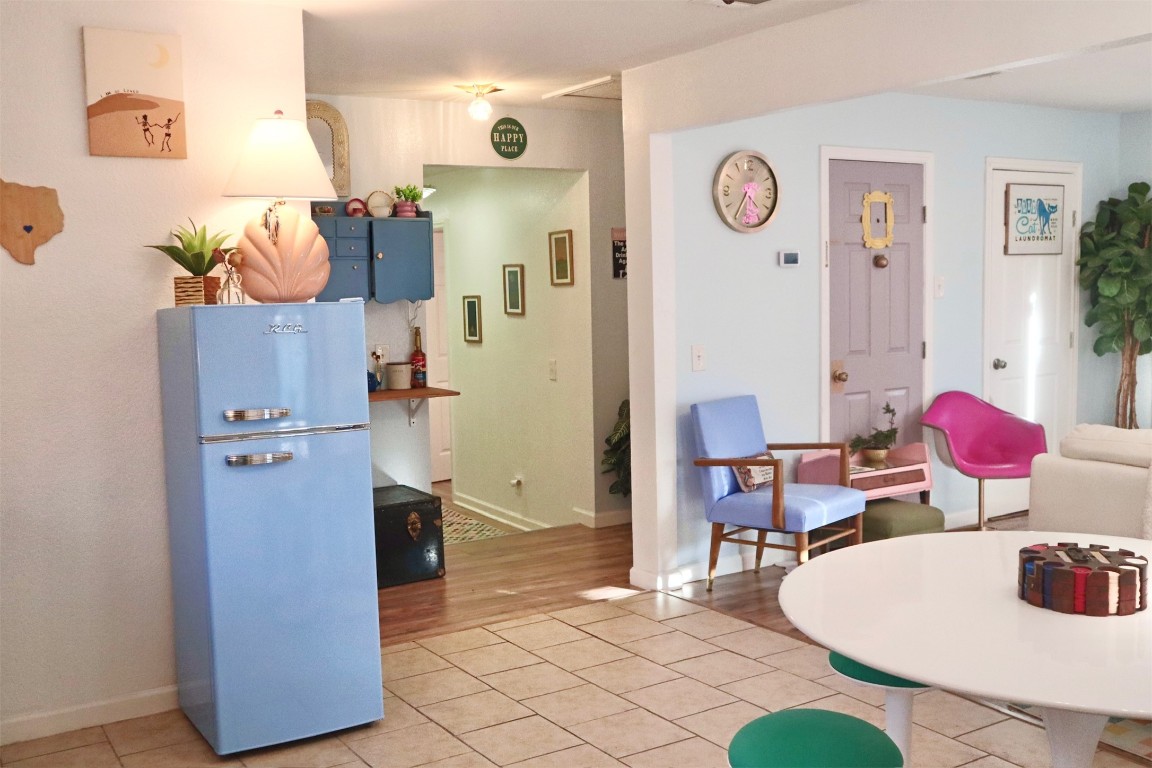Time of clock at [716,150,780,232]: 4:35
